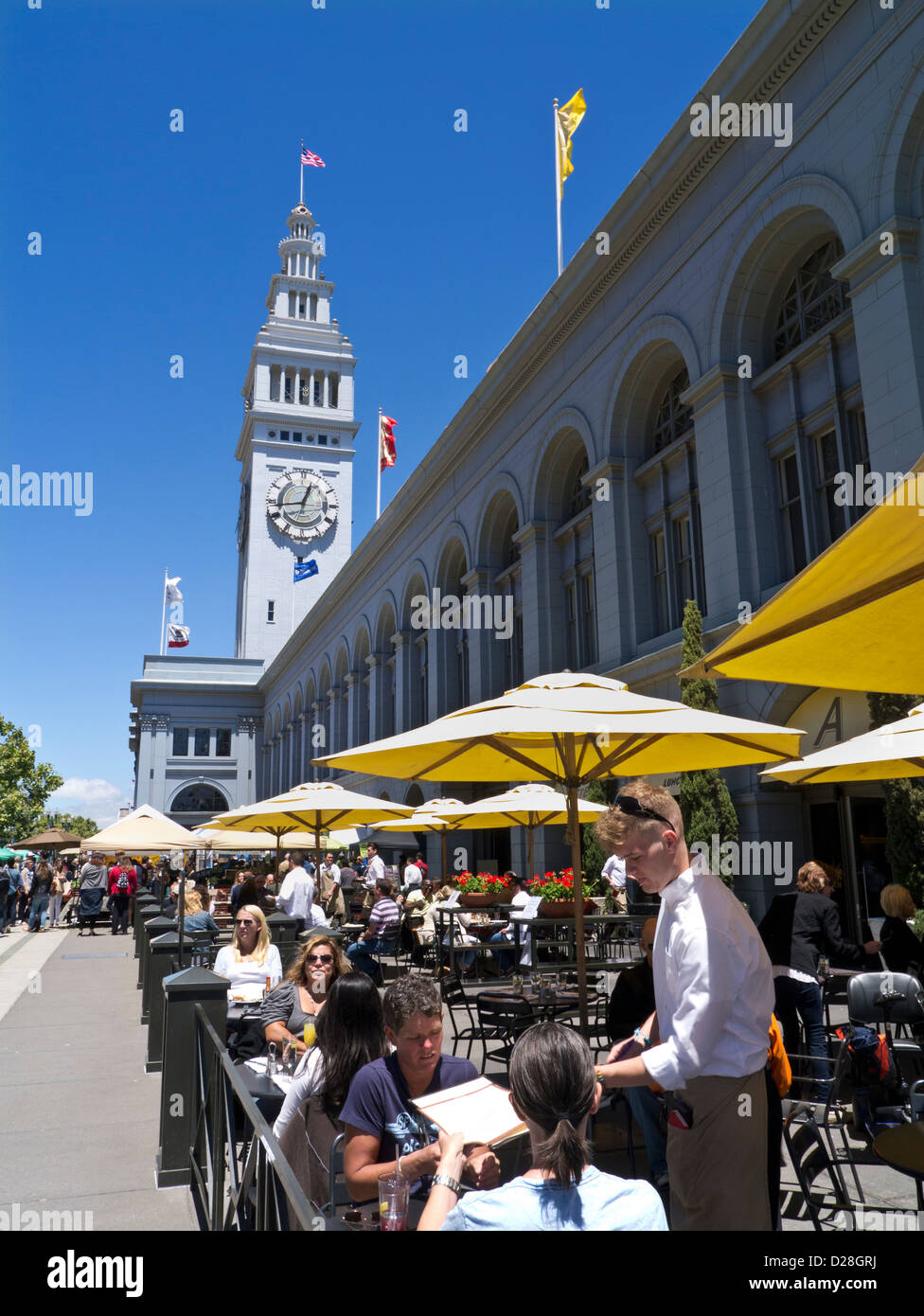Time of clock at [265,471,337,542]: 12:43
